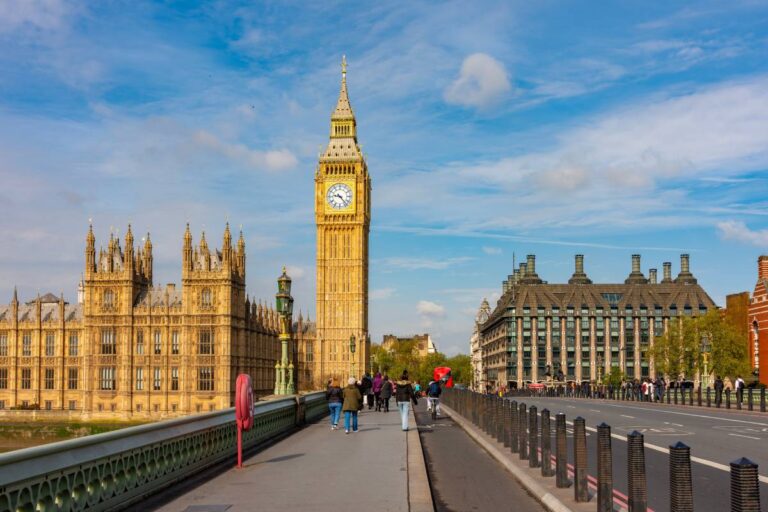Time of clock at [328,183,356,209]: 9:22
